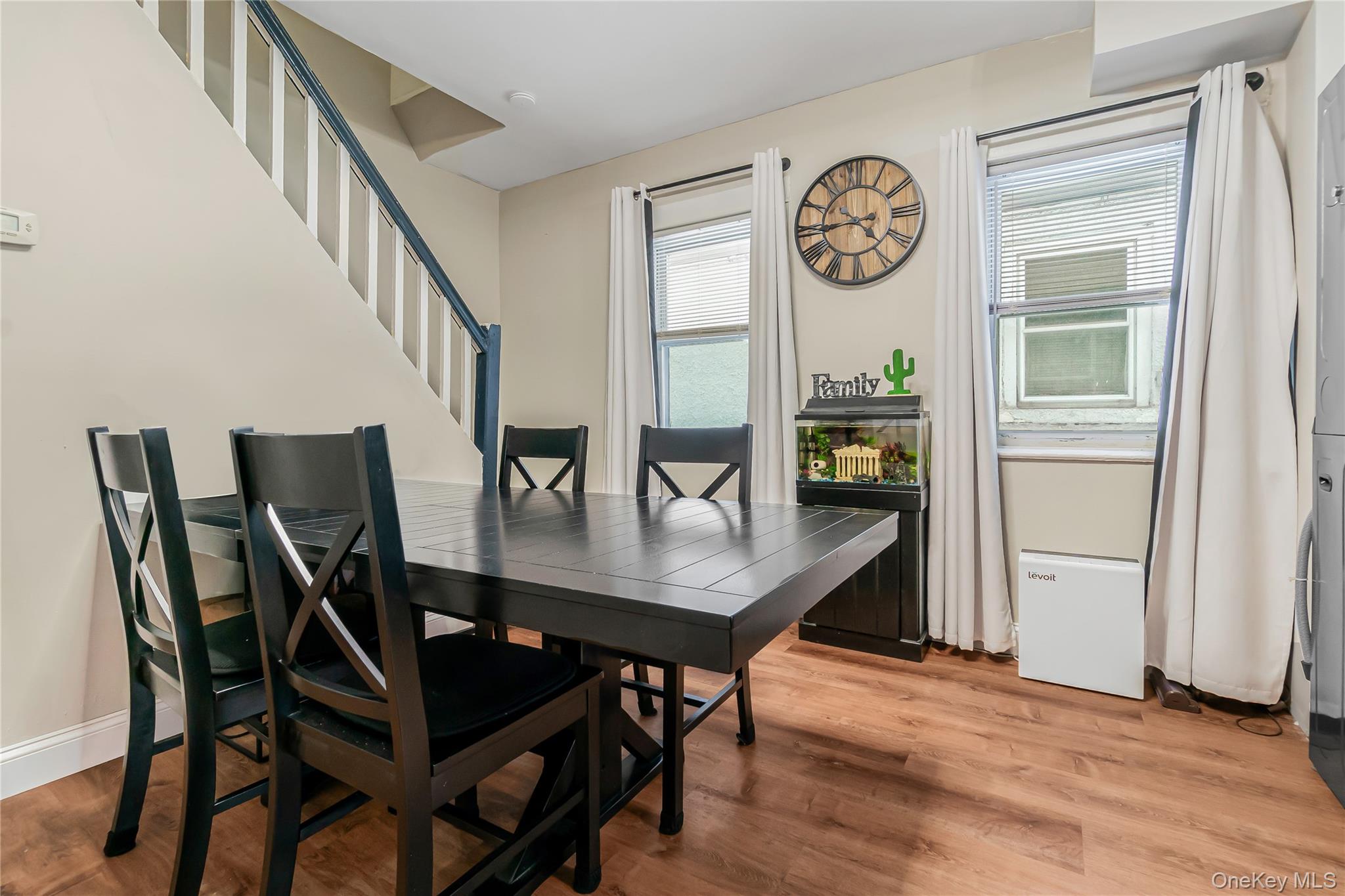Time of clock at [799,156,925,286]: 4:44
